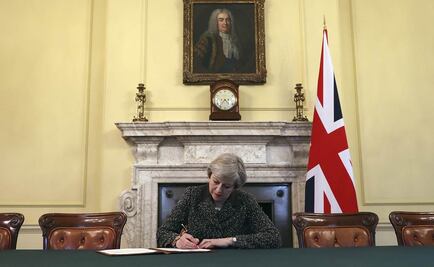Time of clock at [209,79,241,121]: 4:36
